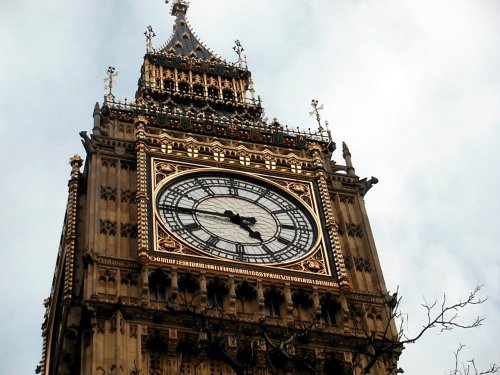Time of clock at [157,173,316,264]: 4:45
